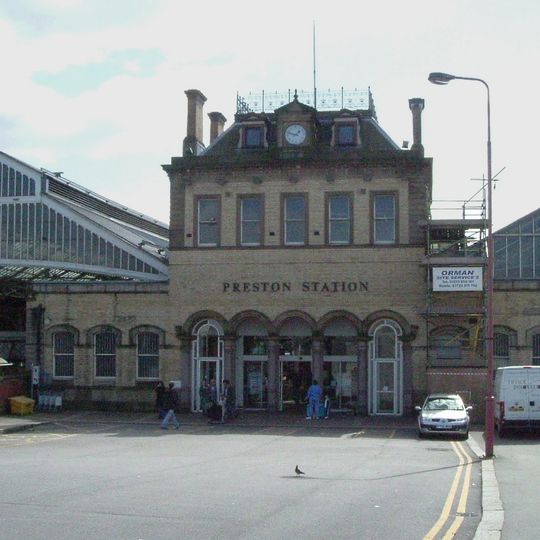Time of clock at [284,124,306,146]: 1:47
